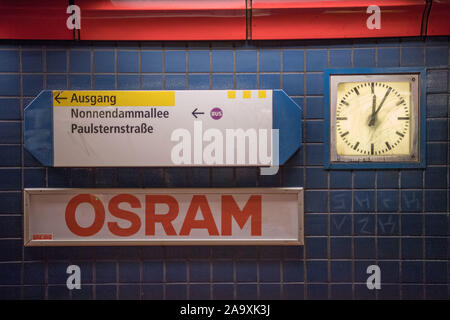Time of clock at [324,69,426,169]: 12:05
